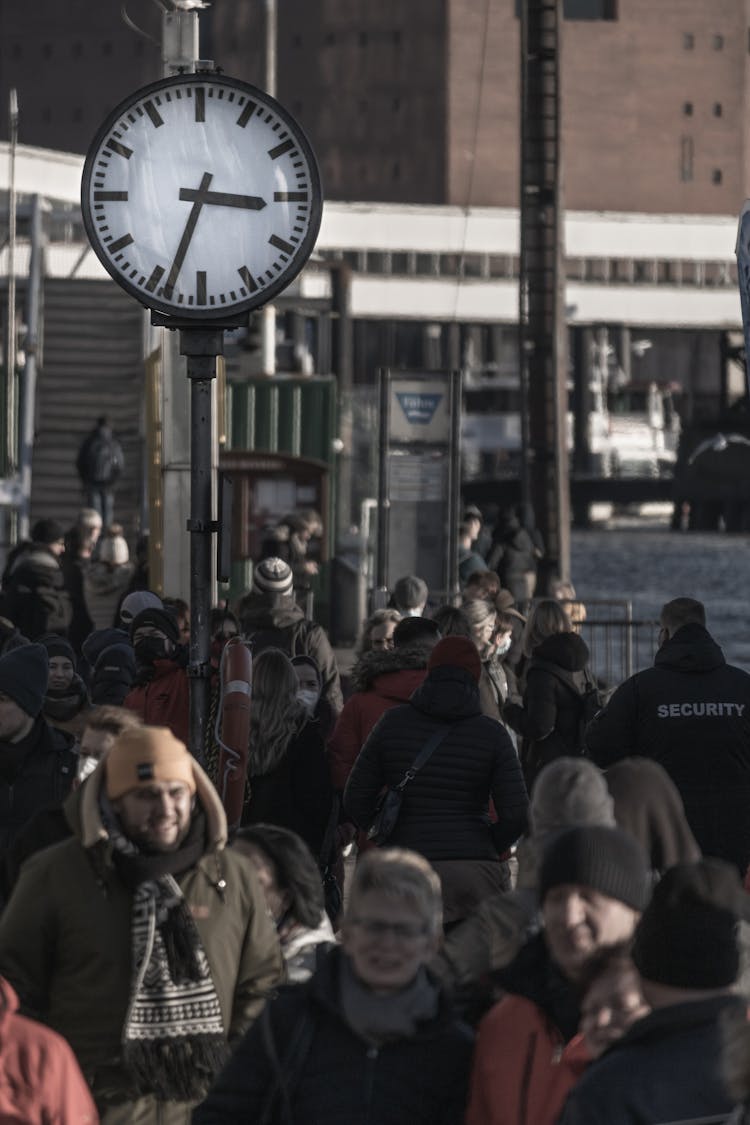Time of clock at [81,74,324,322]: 3:33
